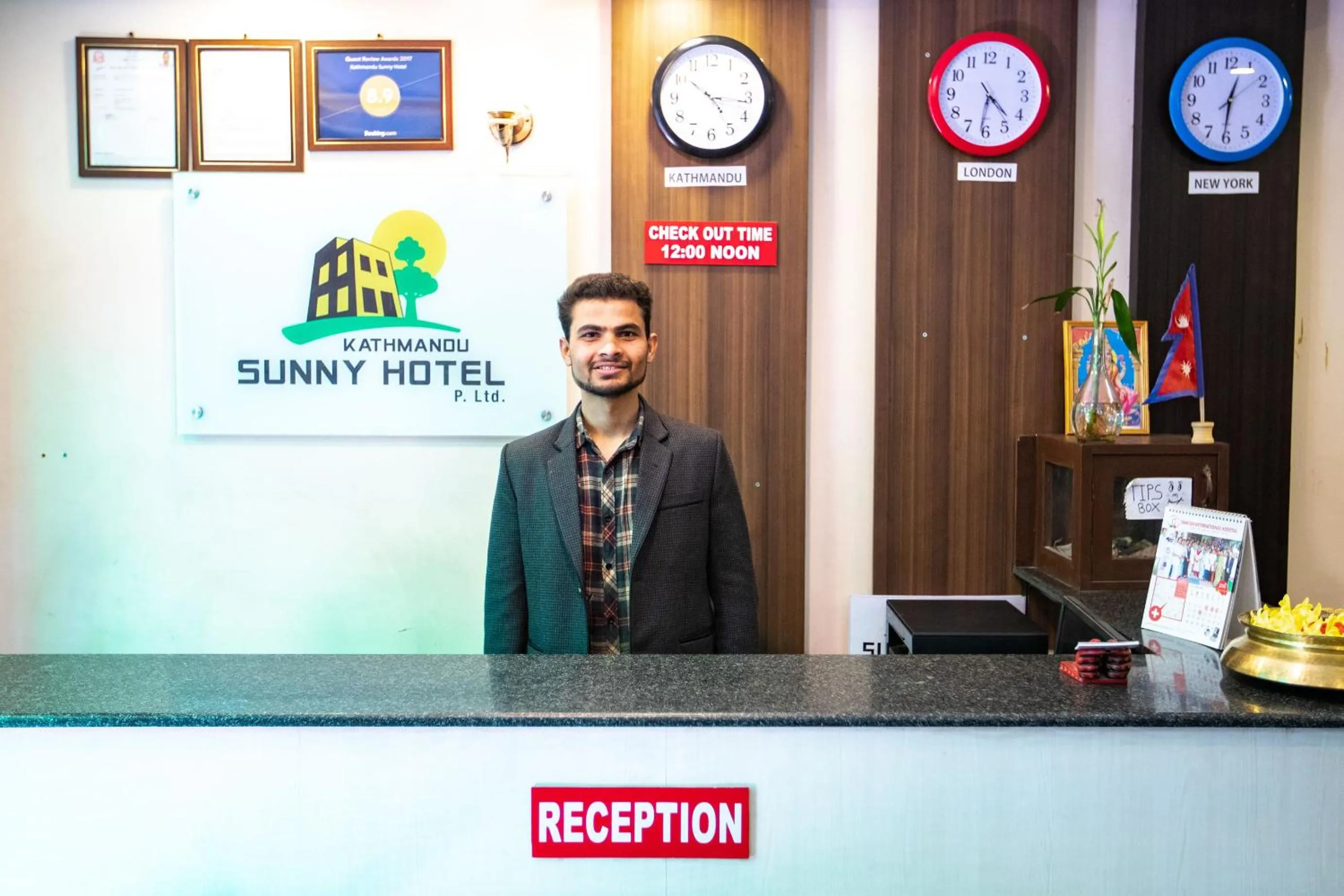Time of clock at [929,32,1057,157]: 4:31
